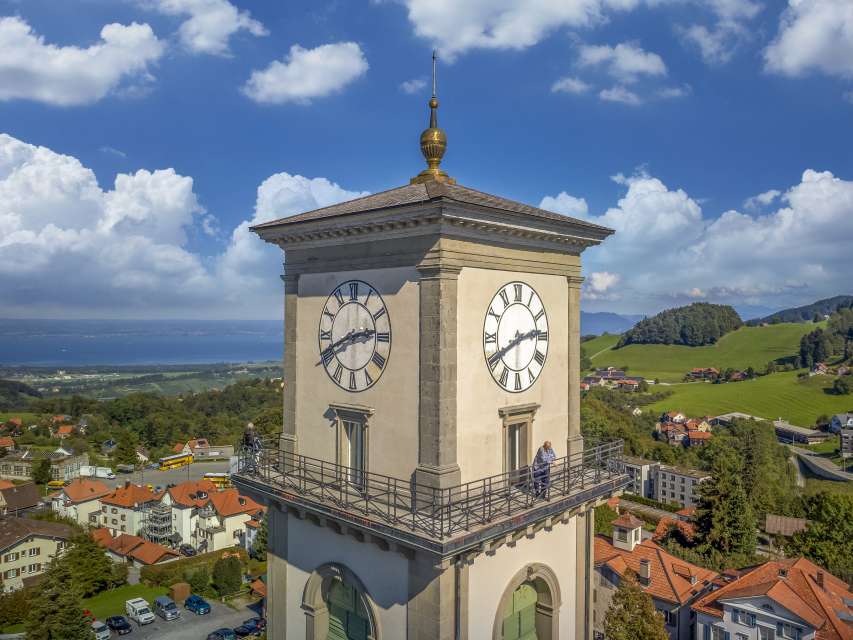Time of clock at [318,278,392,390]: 2:41
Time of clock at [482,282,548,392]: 2:40
